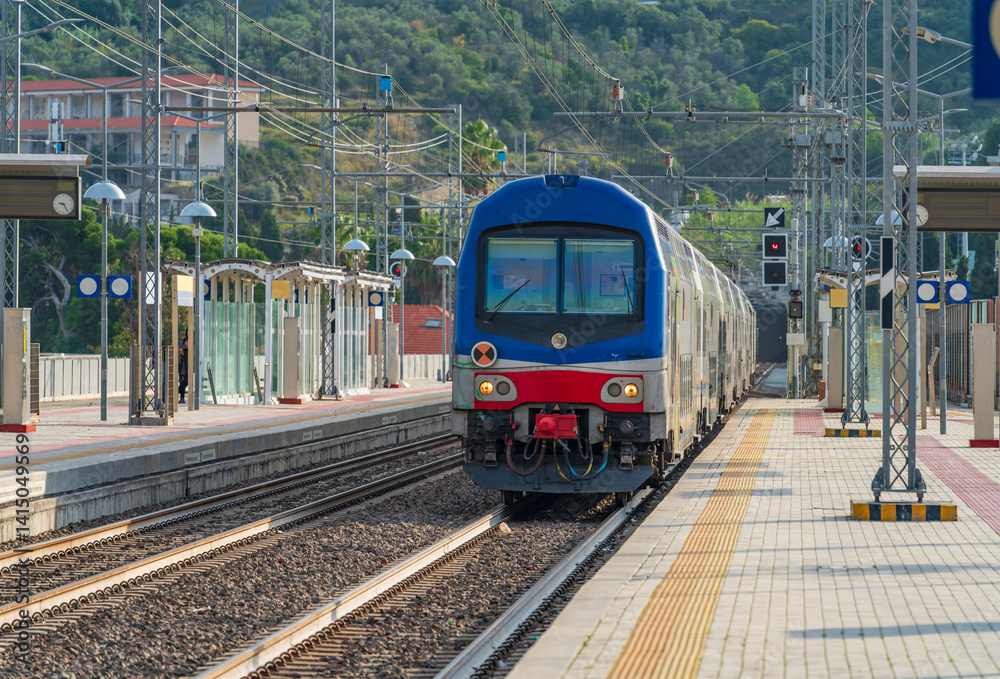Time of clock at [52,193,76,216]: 9:24
